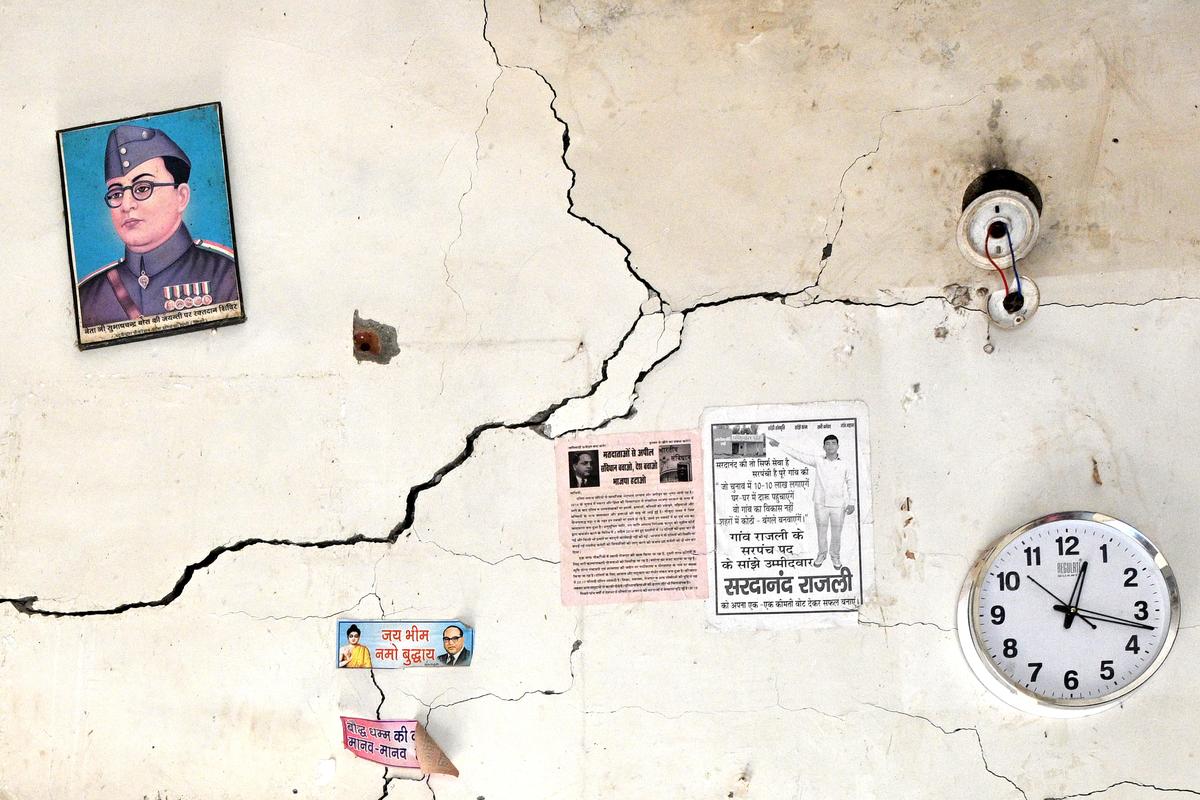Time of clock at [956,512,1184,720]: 12:17
